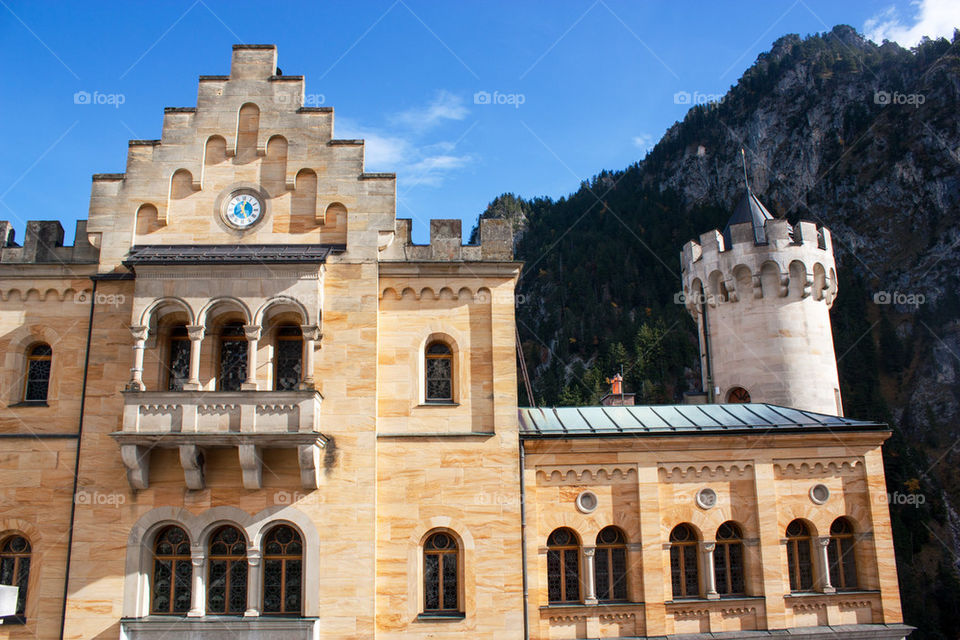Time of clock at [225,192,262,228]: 12:26
